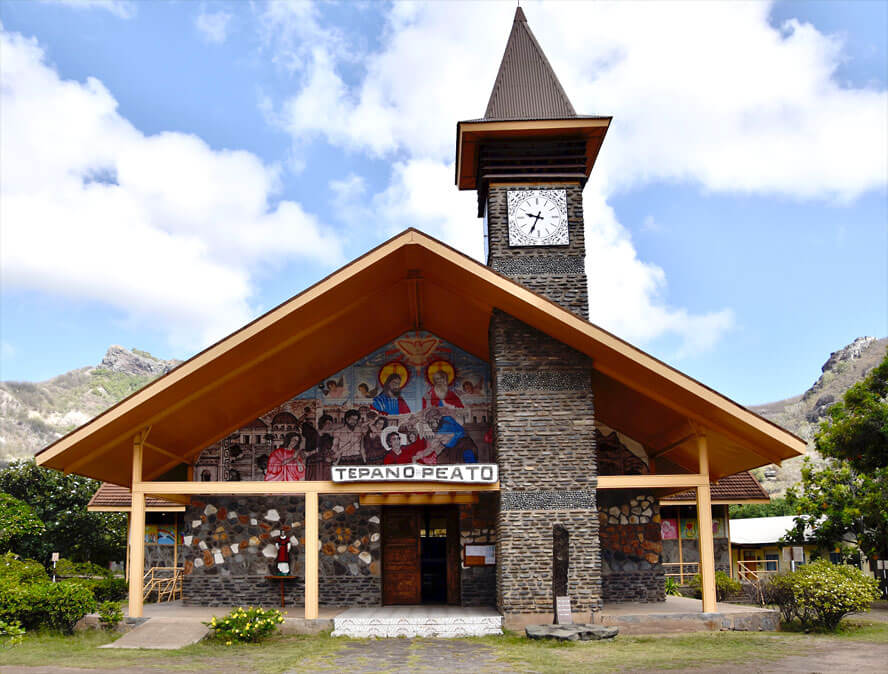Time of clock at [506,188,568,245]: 9:34
